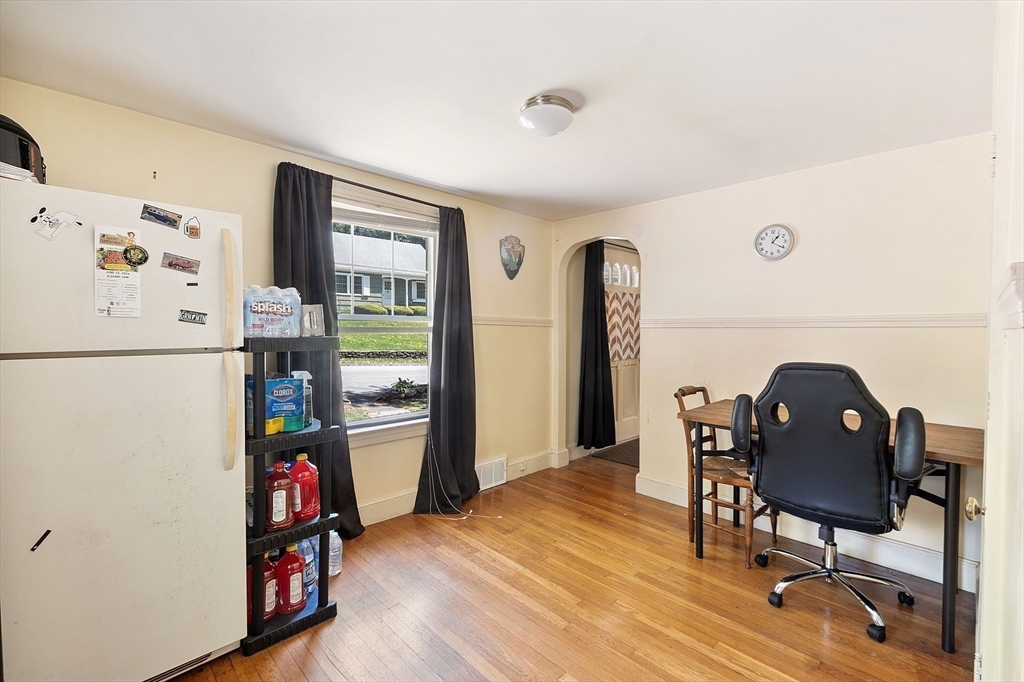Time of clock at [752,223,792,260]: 1:20
